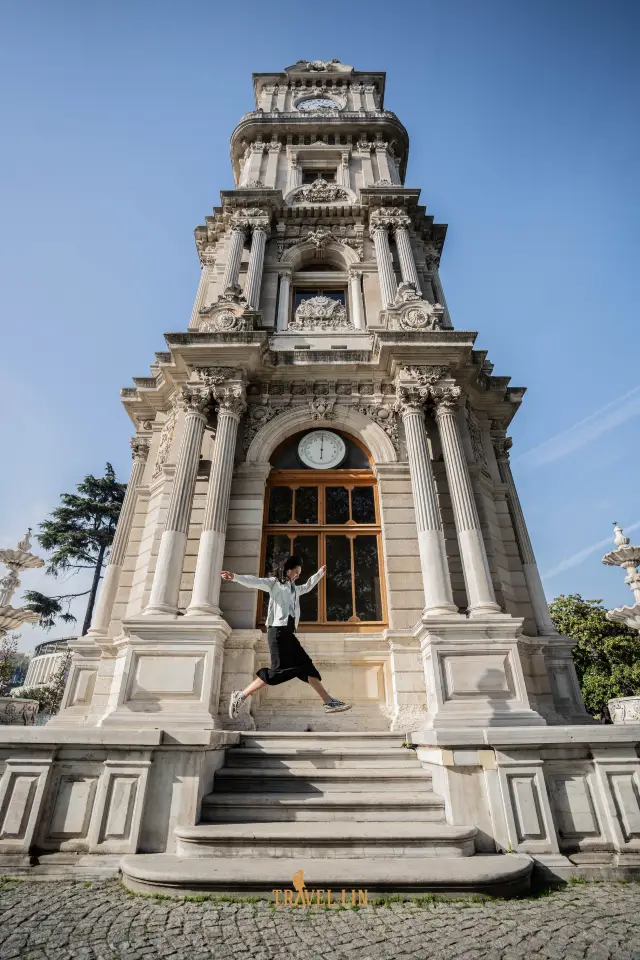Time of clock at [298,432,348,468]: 6:01
